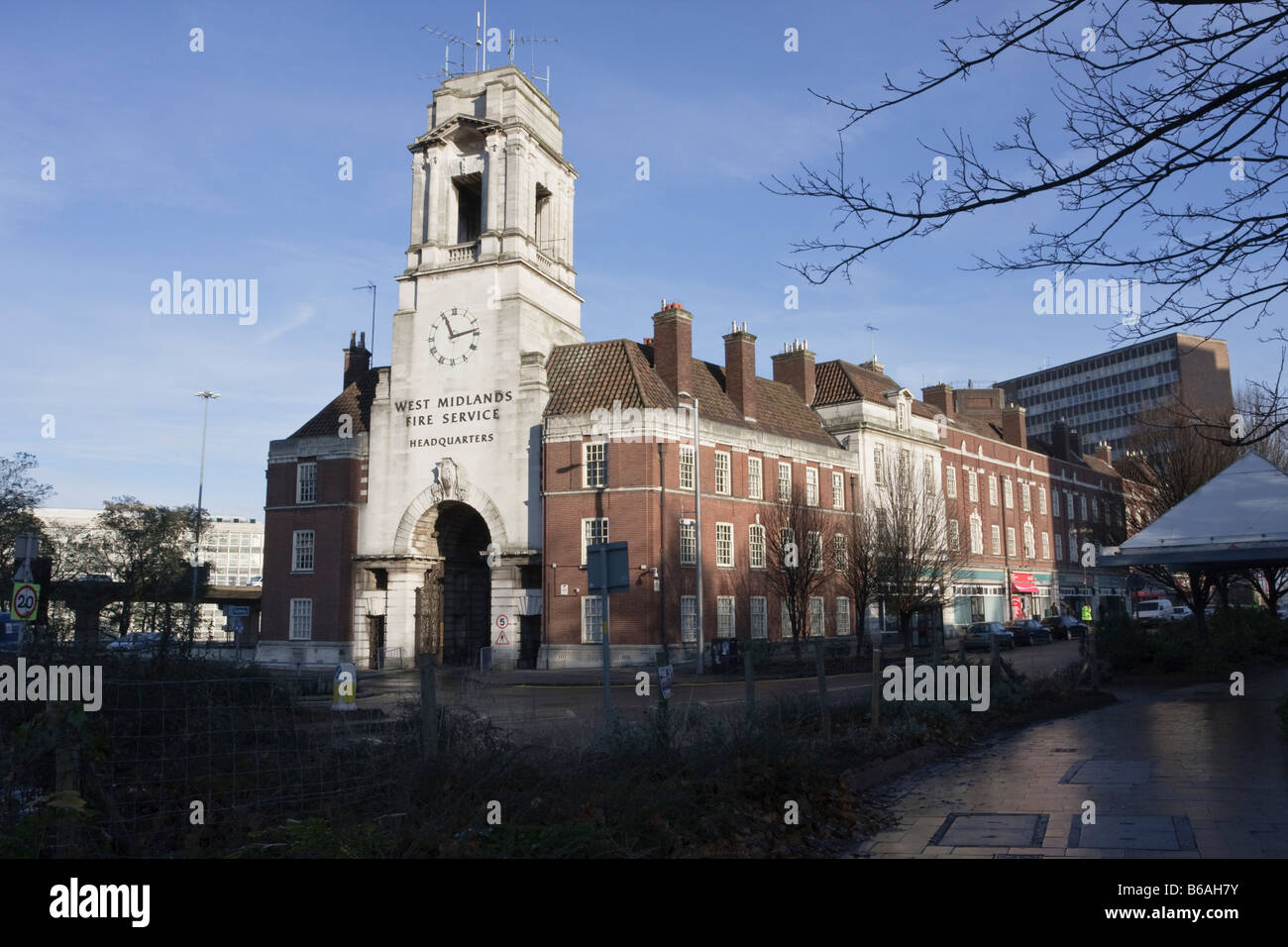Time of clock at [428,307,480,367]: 11:13
